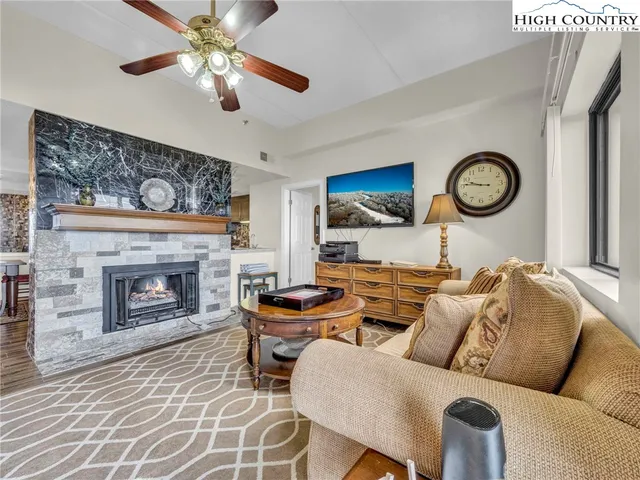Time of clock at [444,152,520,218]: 9:46
